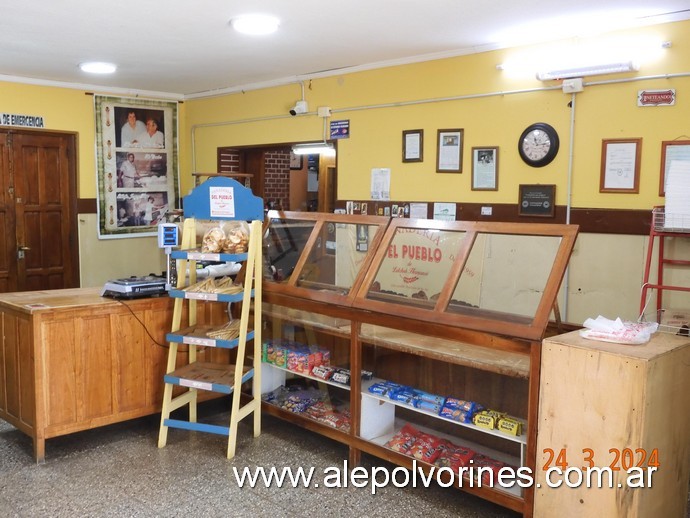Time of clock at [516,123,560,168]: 11:13
